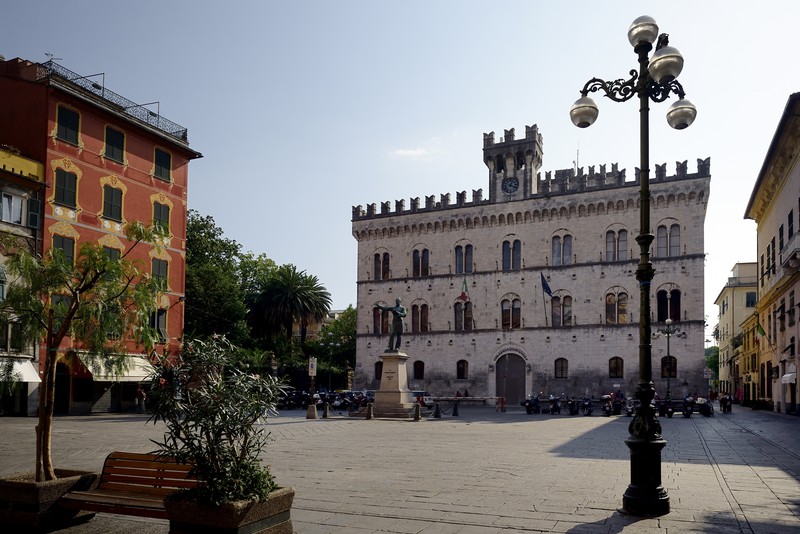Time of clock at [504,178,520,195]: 4:04
